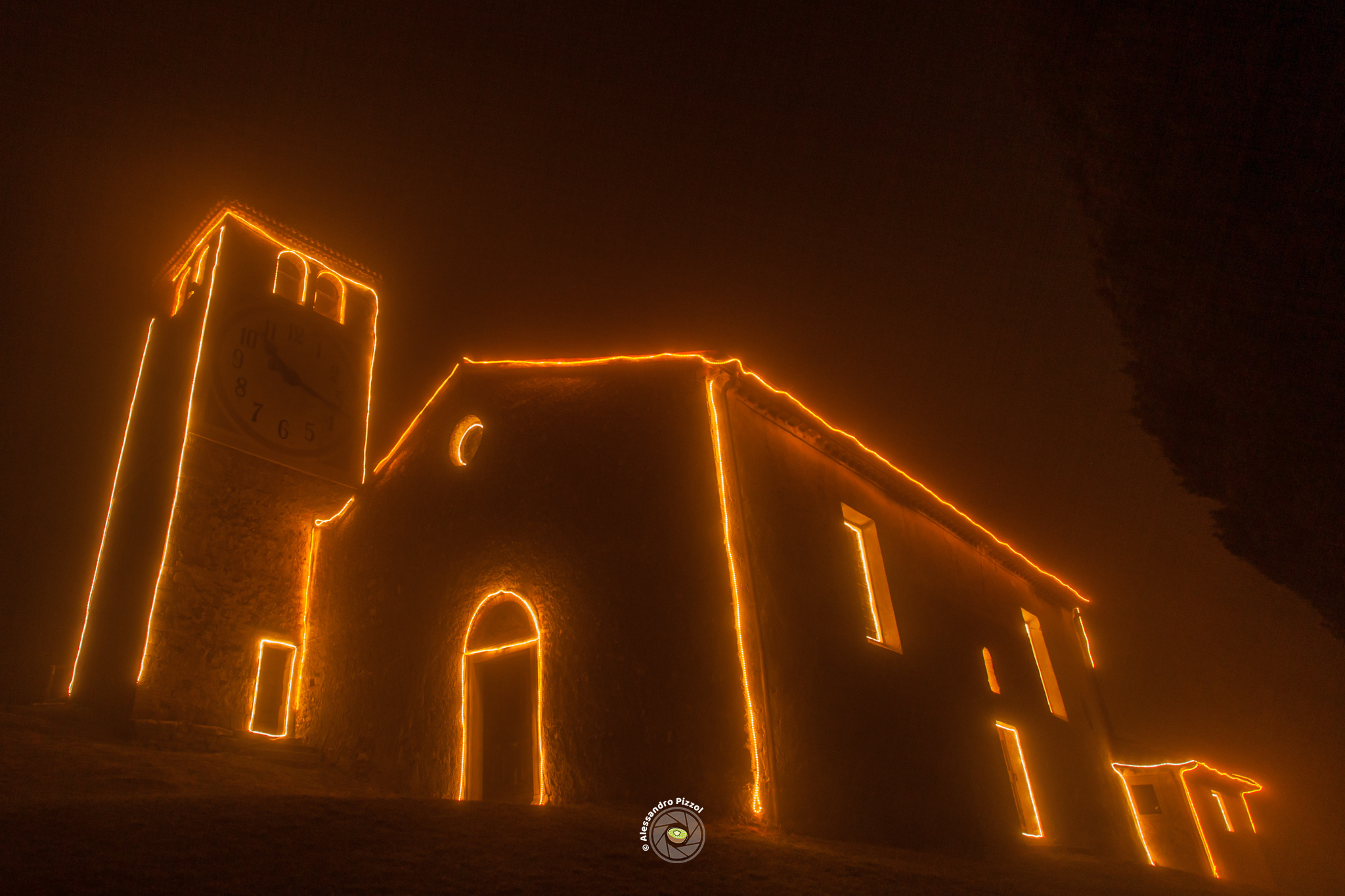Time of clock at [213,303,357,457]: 10:18
